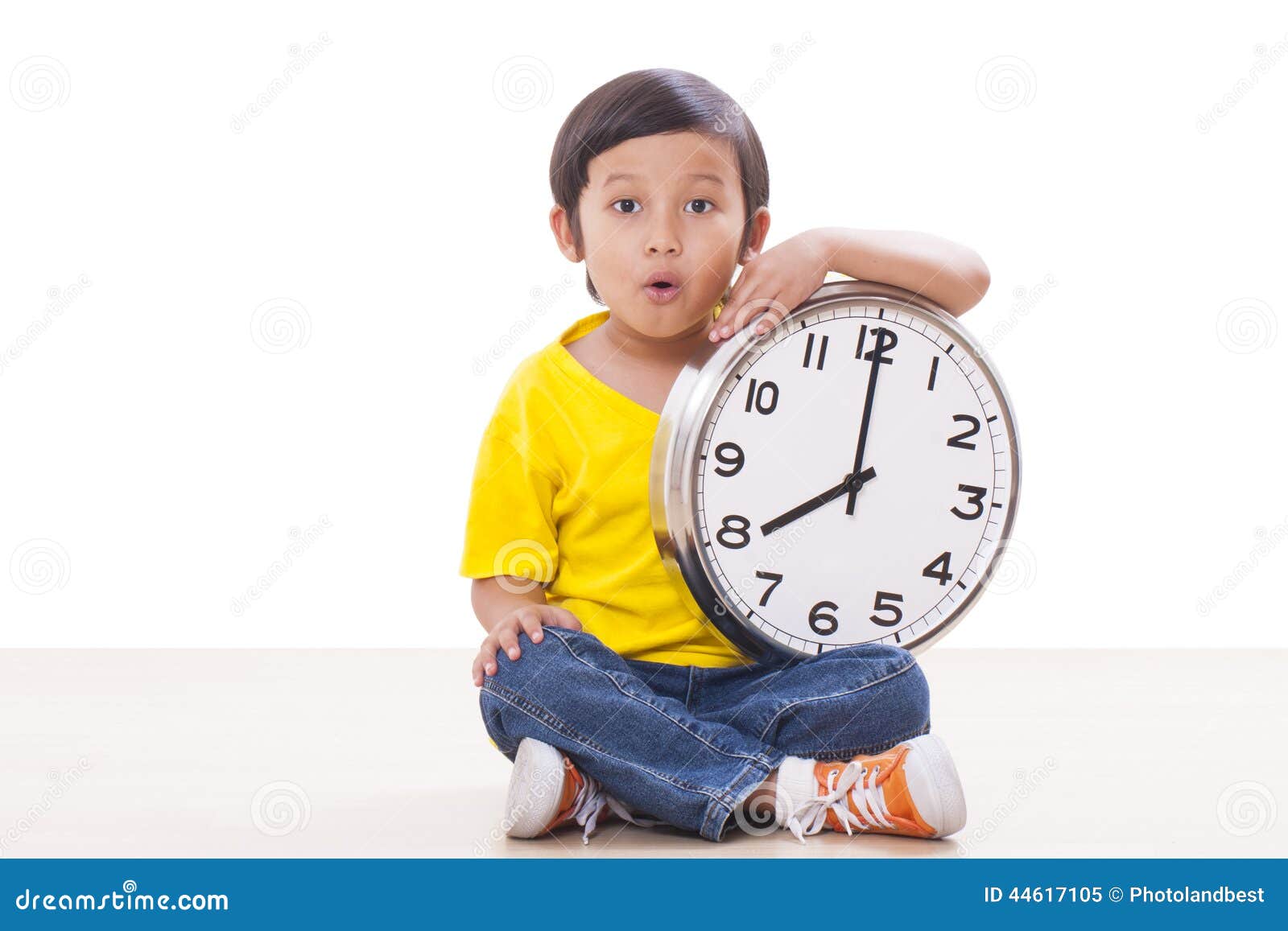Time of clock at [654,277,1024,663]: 8:00
